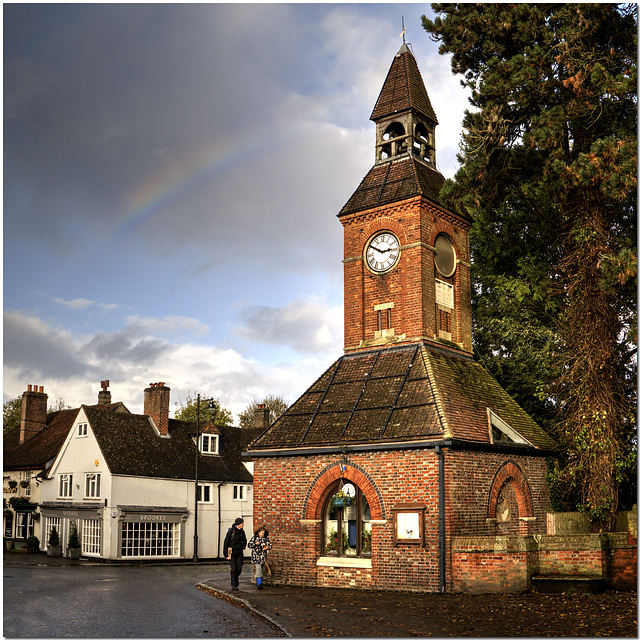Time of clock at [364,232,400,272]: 2:50
